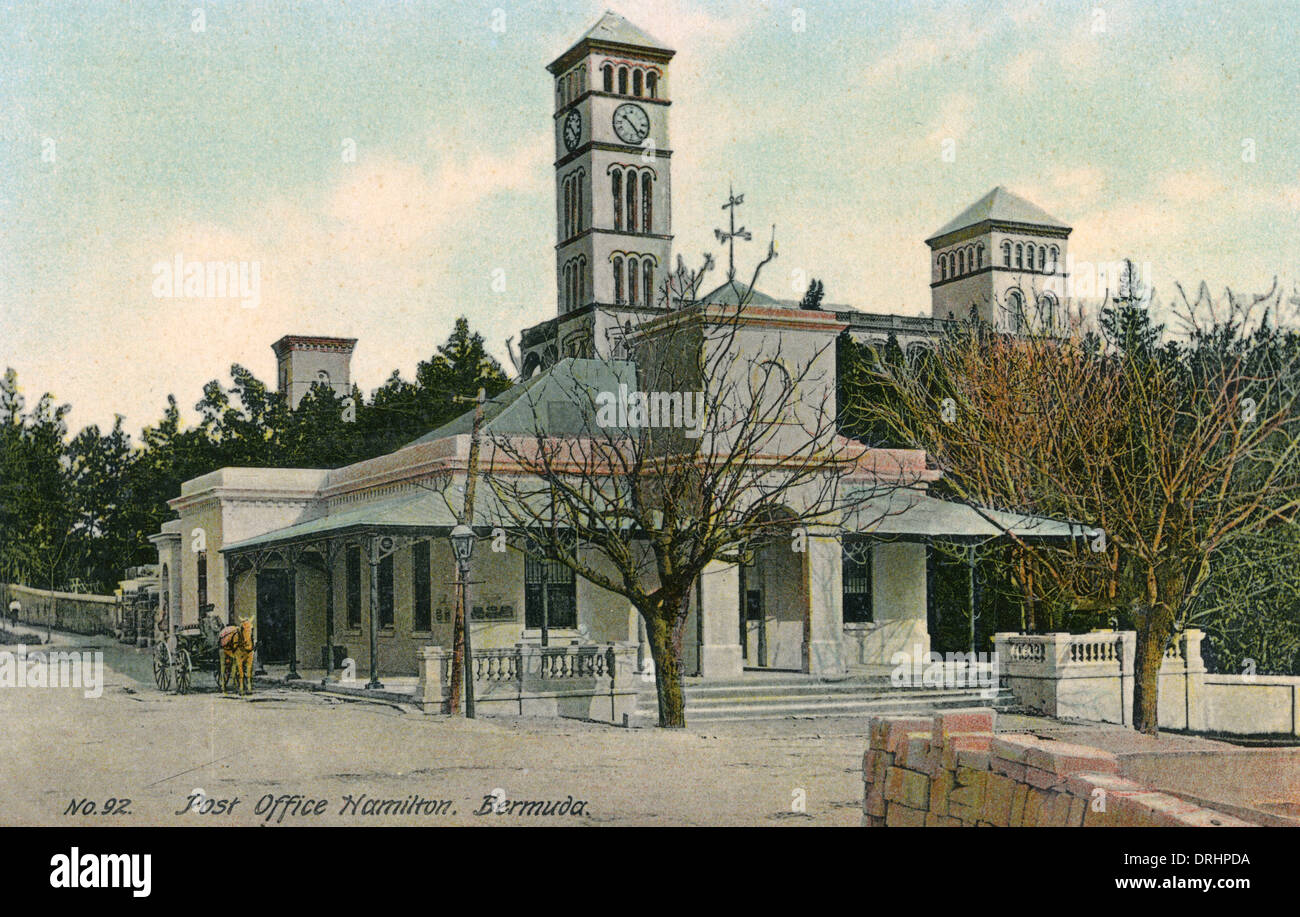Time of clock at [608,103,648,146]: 10:23
